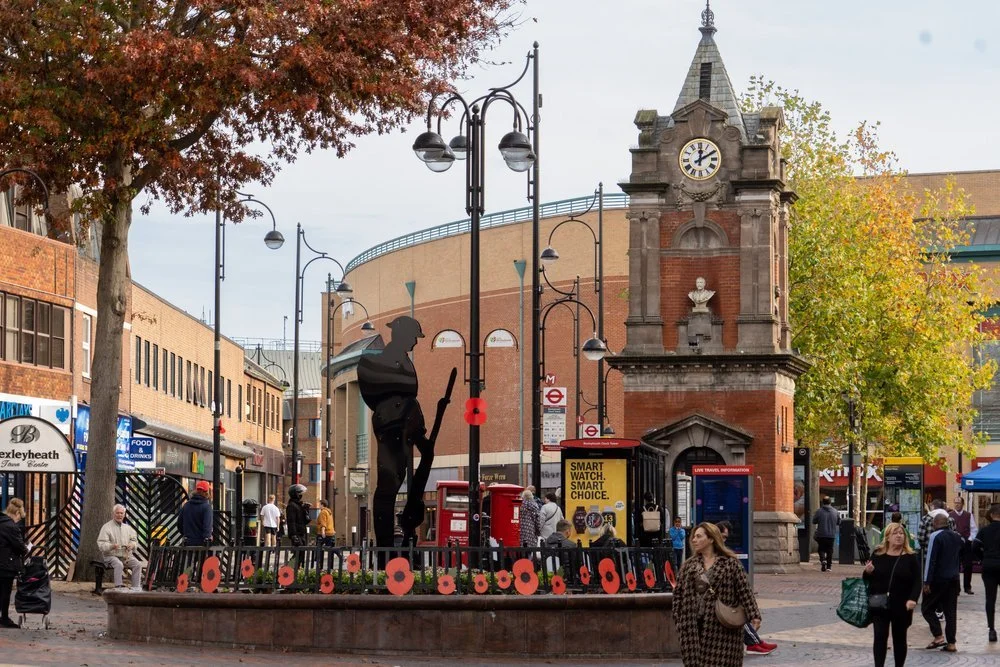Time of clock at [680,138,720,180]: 12:10
